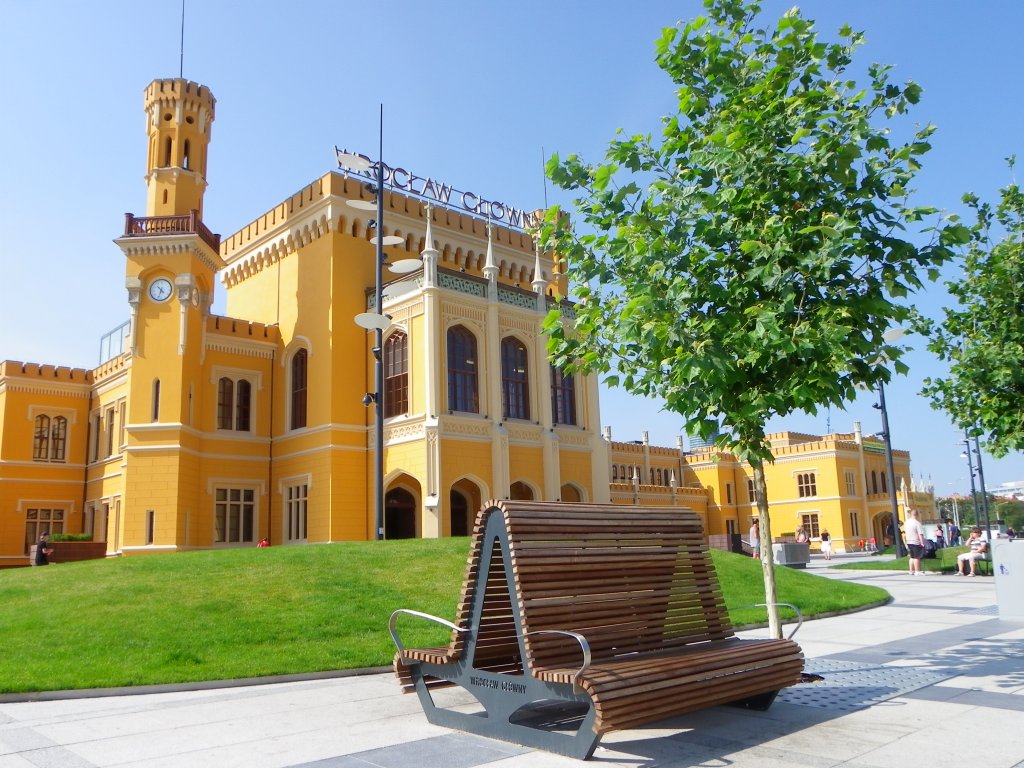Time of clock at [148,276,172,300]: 4:33
